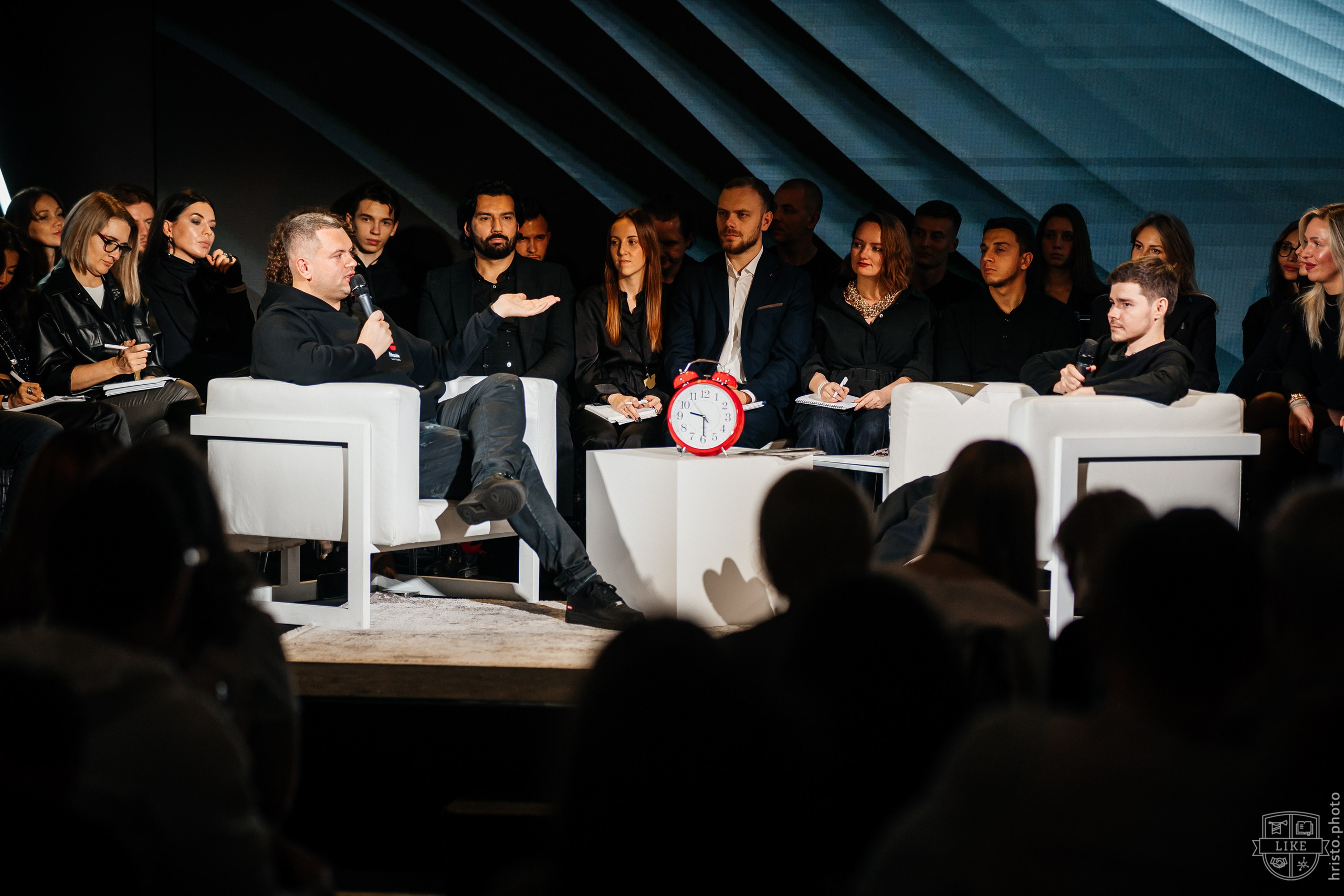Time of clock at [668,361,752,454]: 9:29
